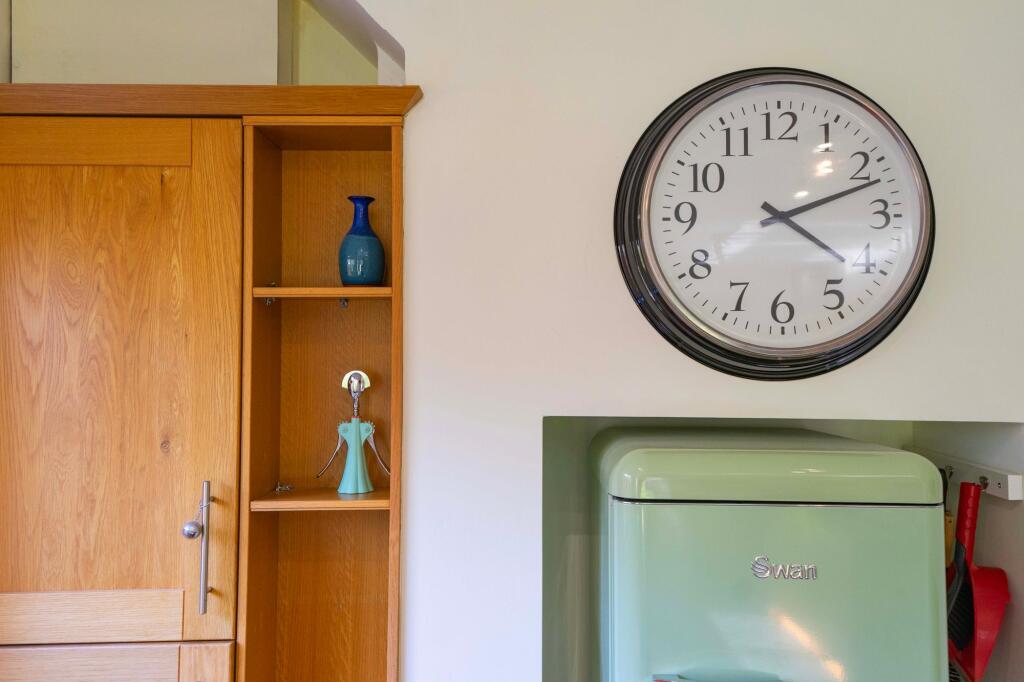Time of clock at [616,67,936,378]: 4:11
